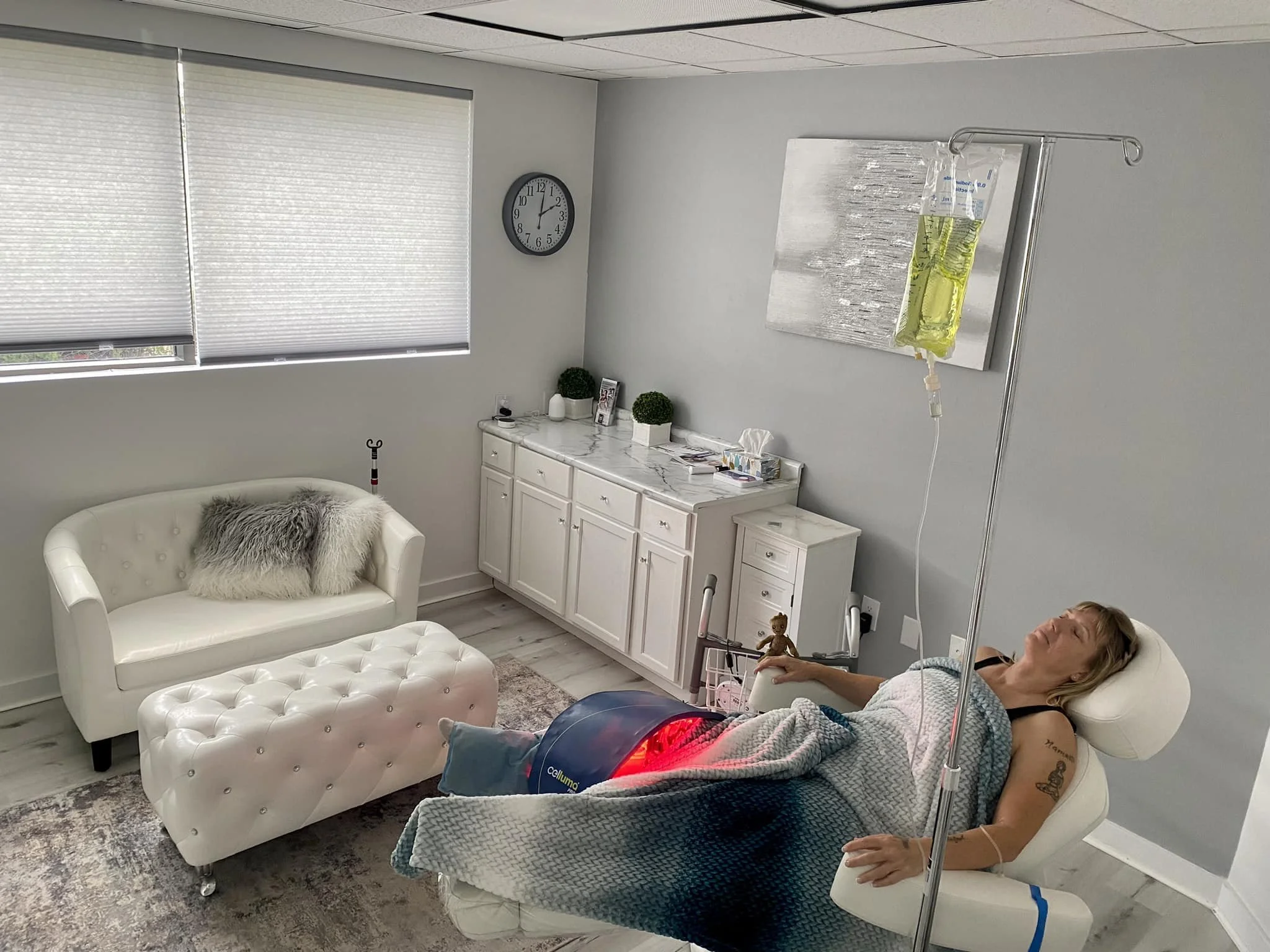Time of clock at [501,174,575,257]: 2:01
